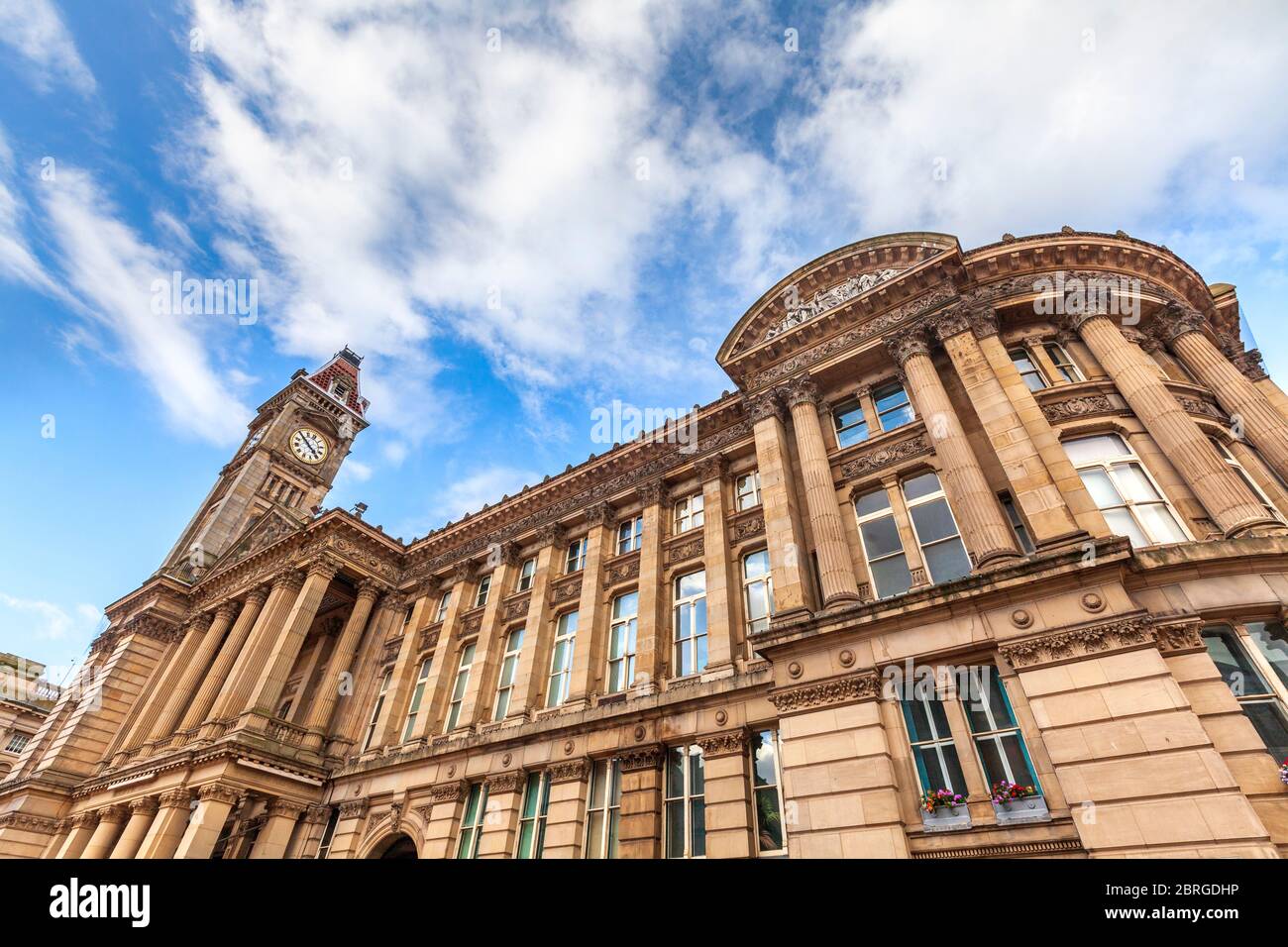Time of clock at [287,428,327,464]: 4:54
